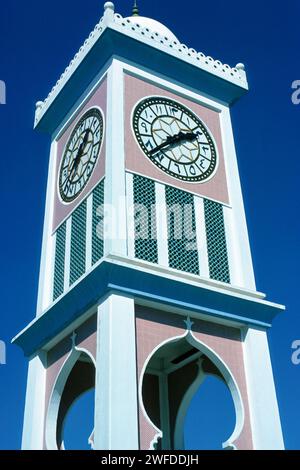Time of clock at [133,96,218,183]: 1:37
